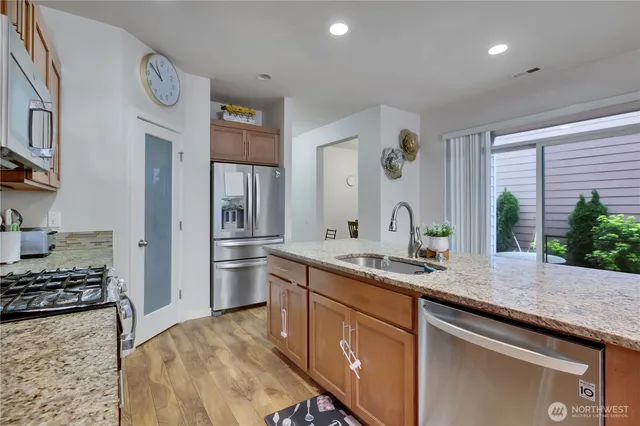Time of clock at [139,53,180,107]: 10:50
